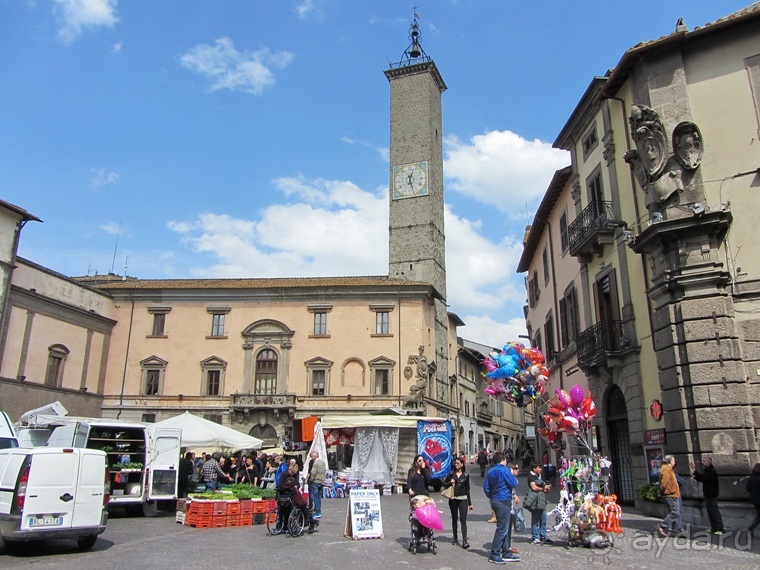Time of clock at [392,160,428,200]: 12:27
